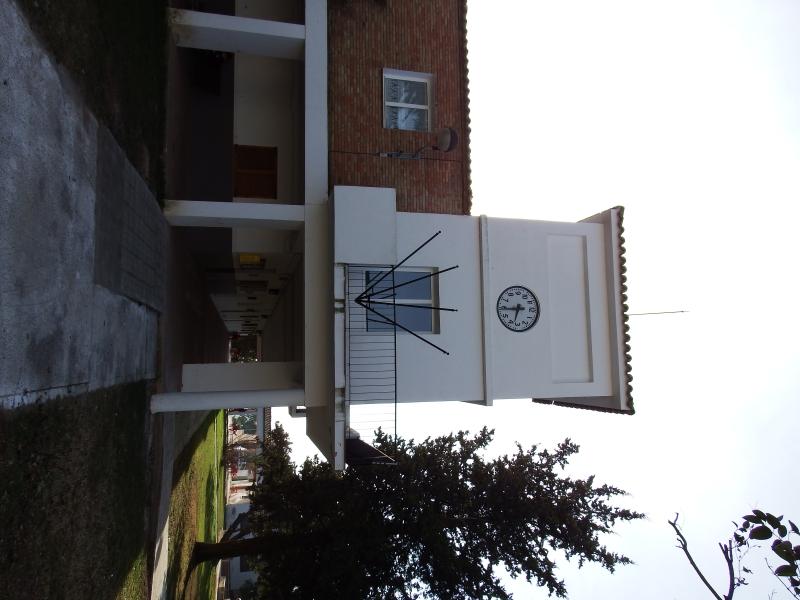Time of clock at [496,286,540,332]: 6:44
